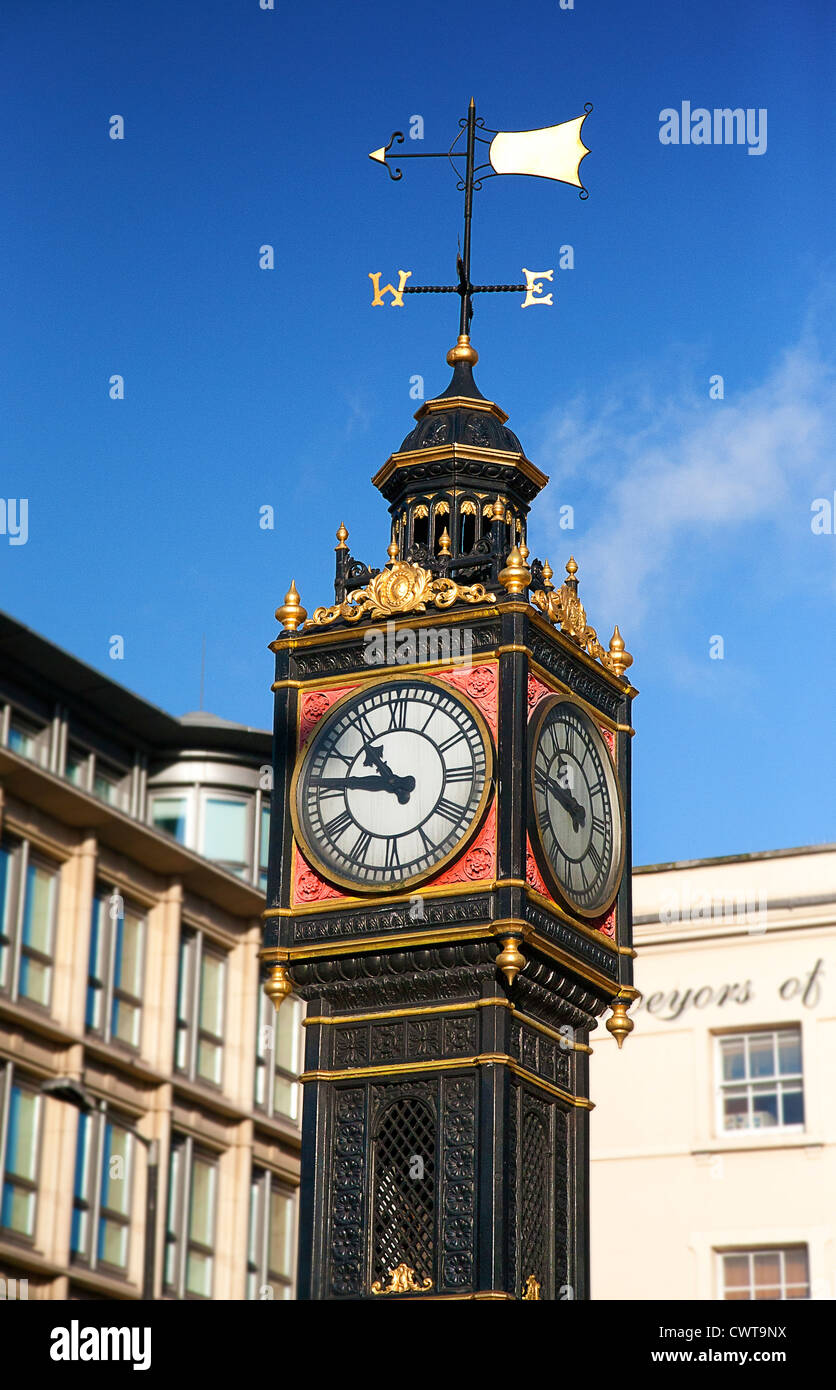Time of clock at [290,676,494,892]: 10:46
